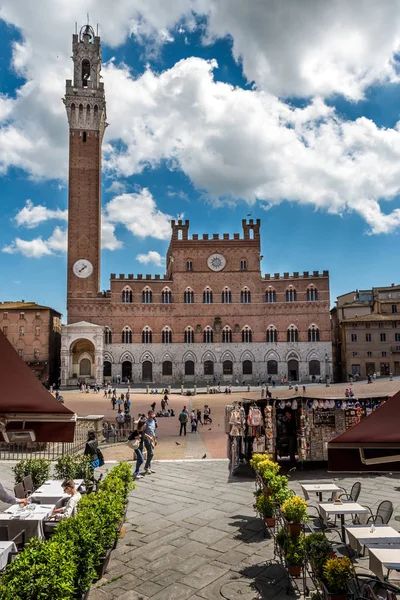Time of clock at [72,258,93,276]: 1:37
